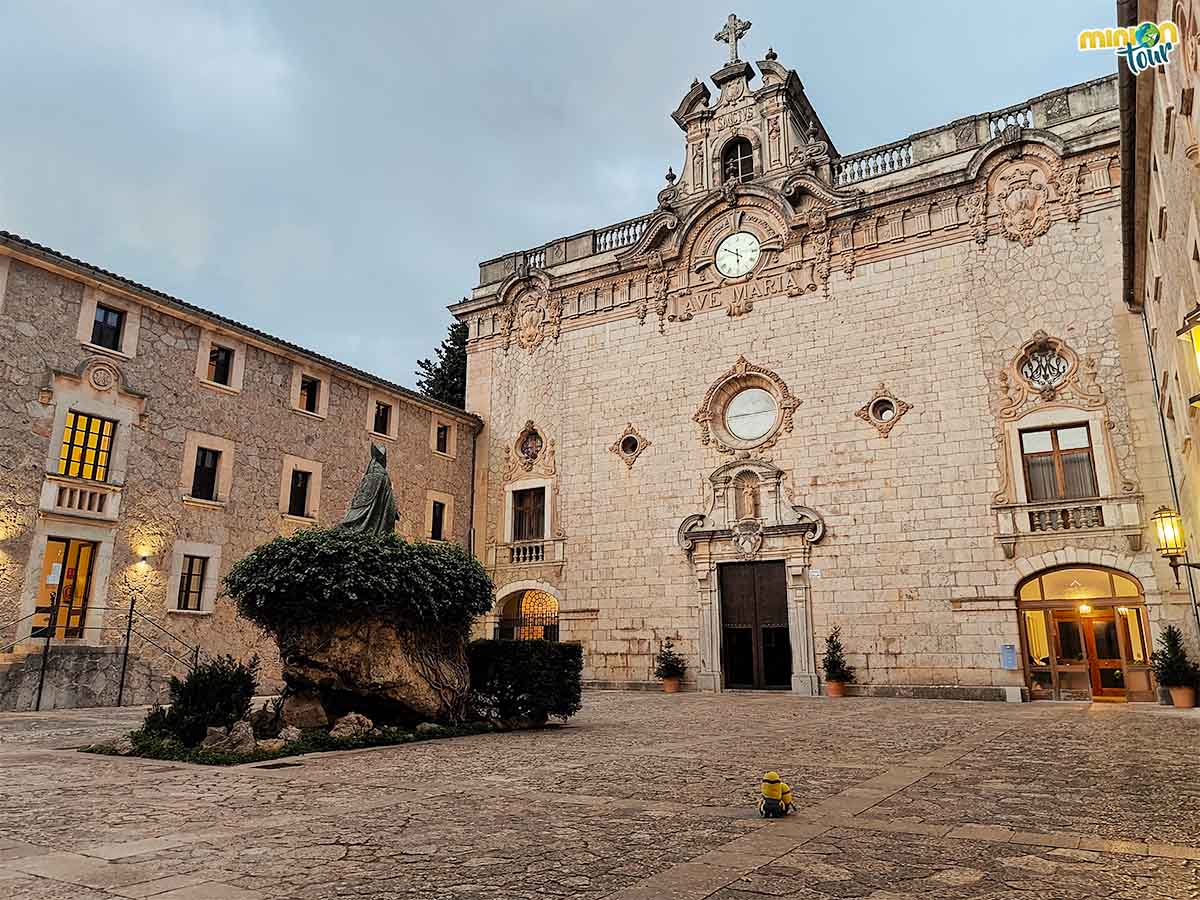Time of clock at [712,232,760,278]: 5:49
